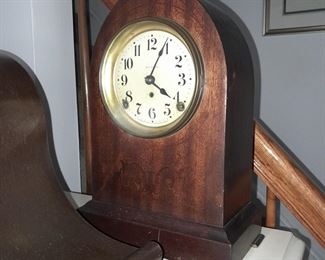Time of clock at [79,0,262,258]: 4:04
